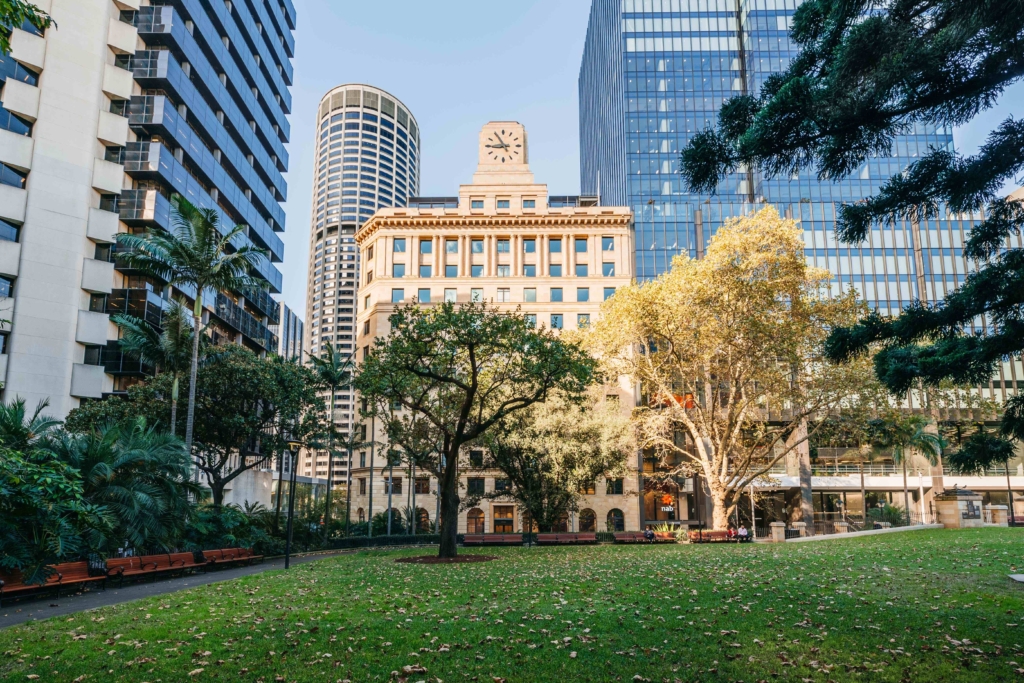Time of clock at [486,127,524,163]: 8:54
